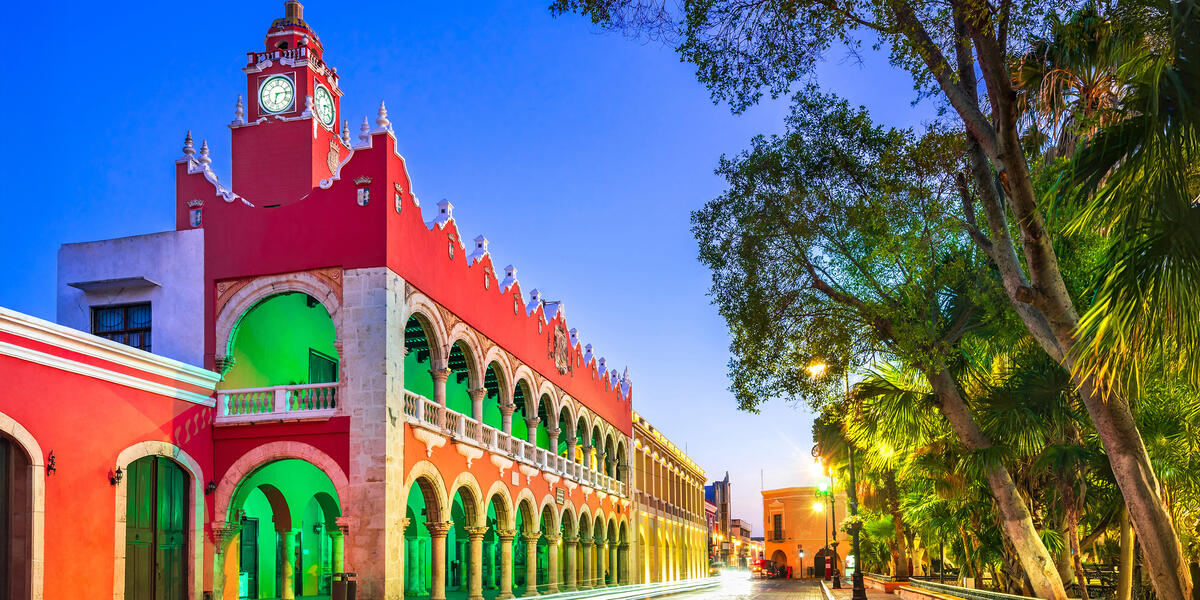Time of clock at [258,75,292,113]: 6:14
